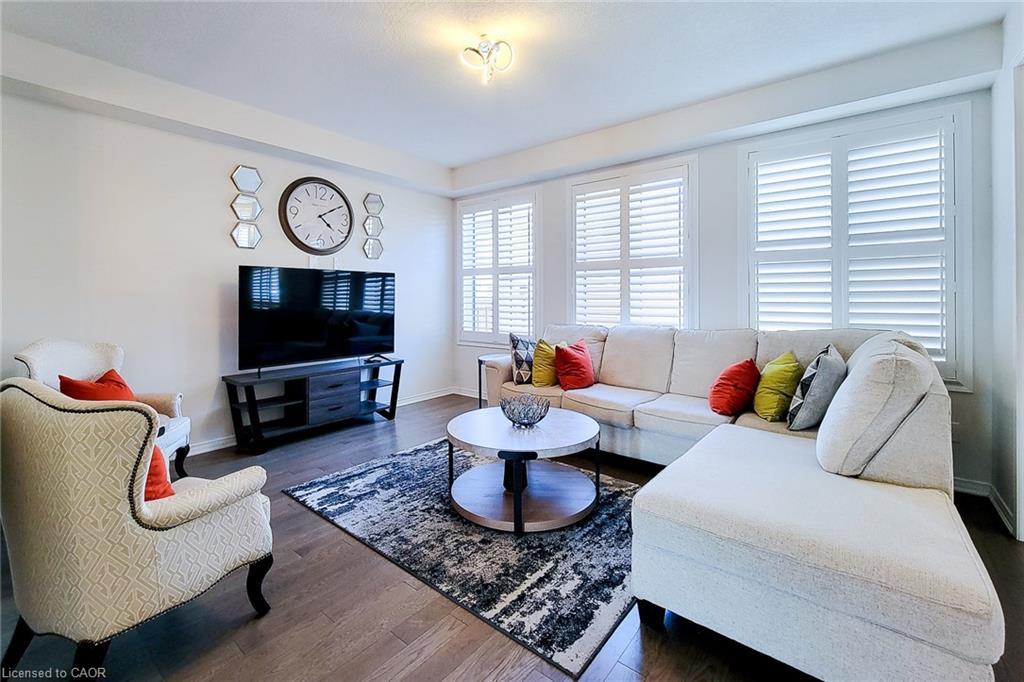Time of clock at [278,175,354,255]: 4:09
